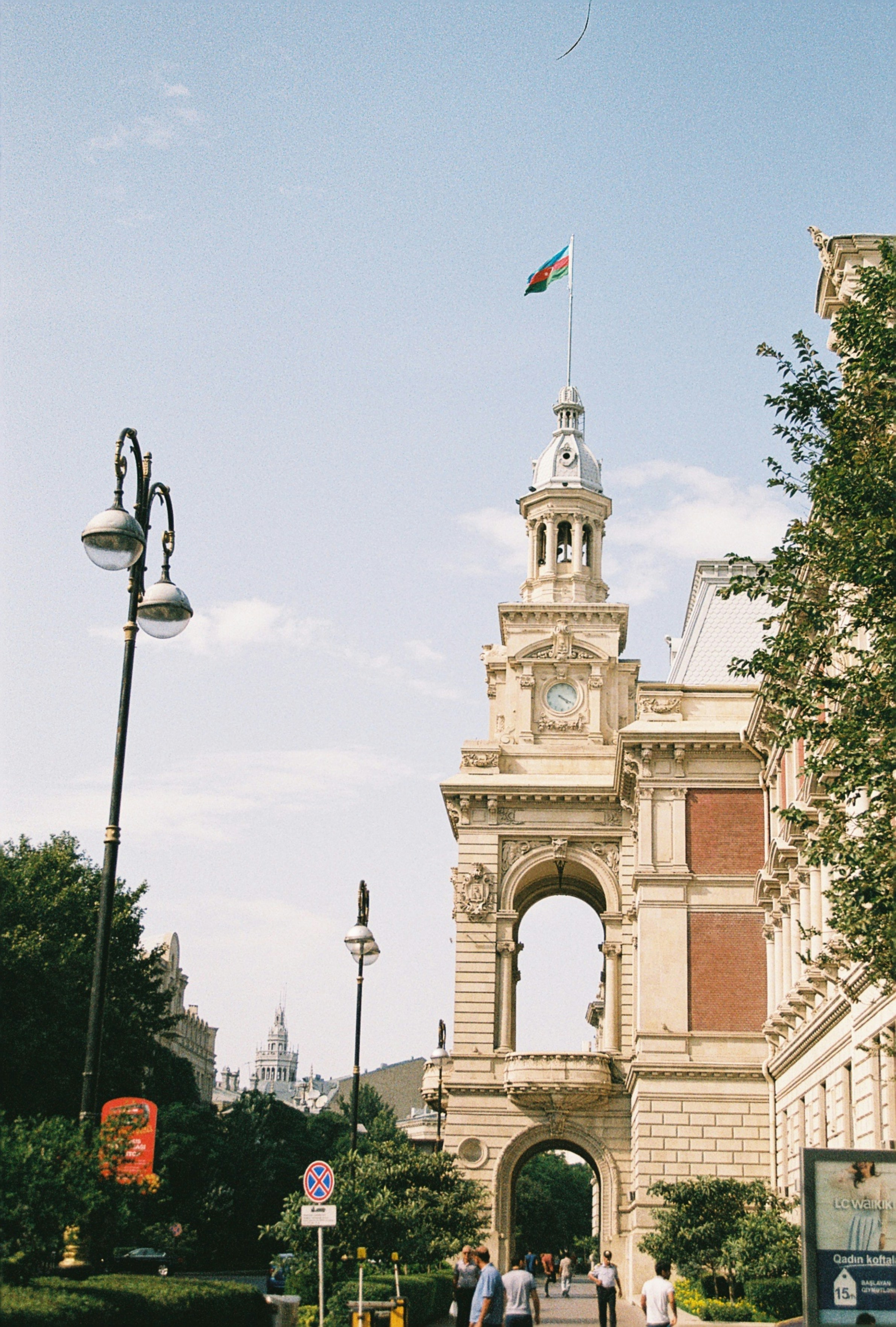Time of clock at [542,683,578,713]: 4:19
